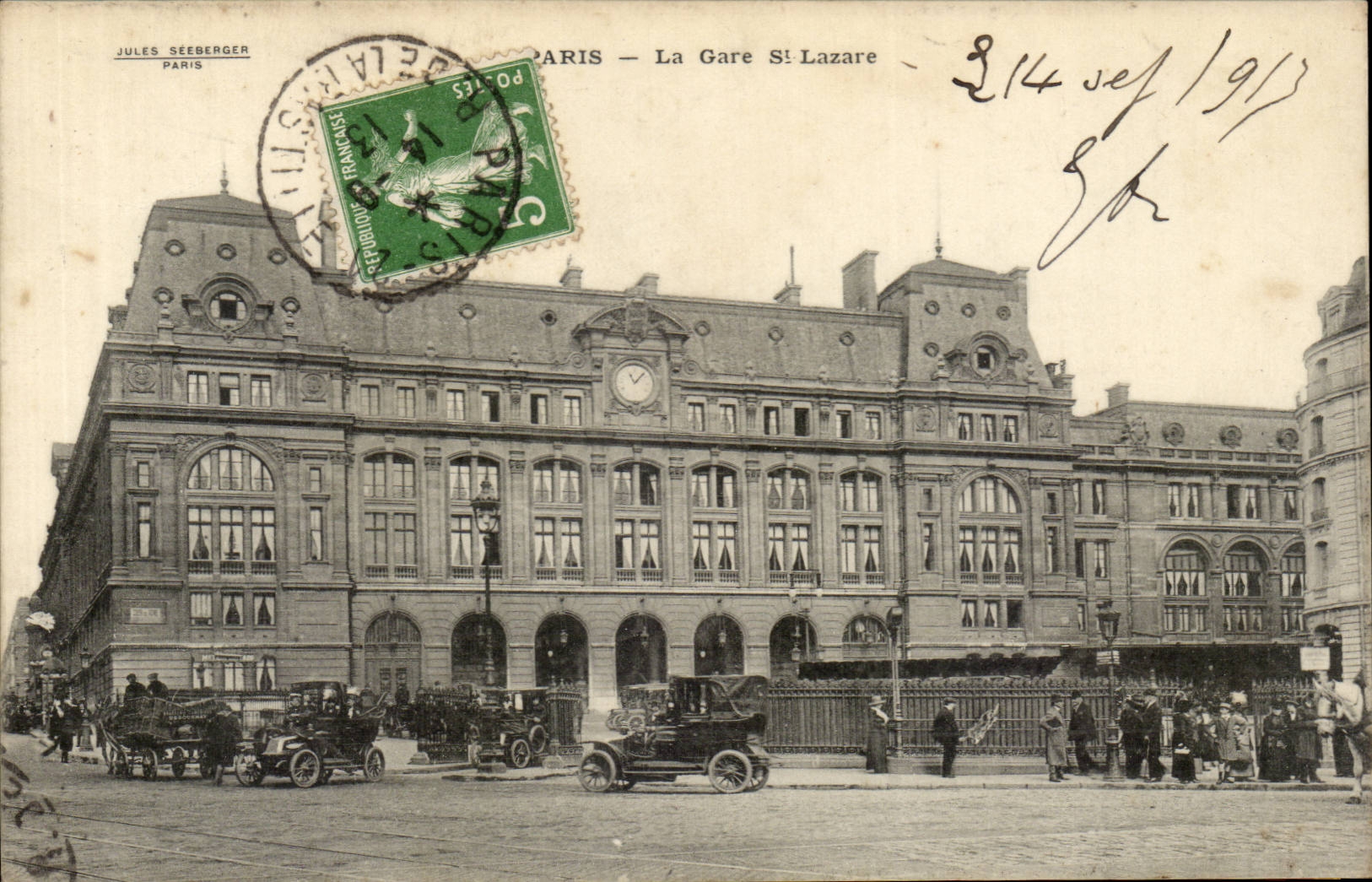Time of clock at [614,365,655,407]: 11:07
